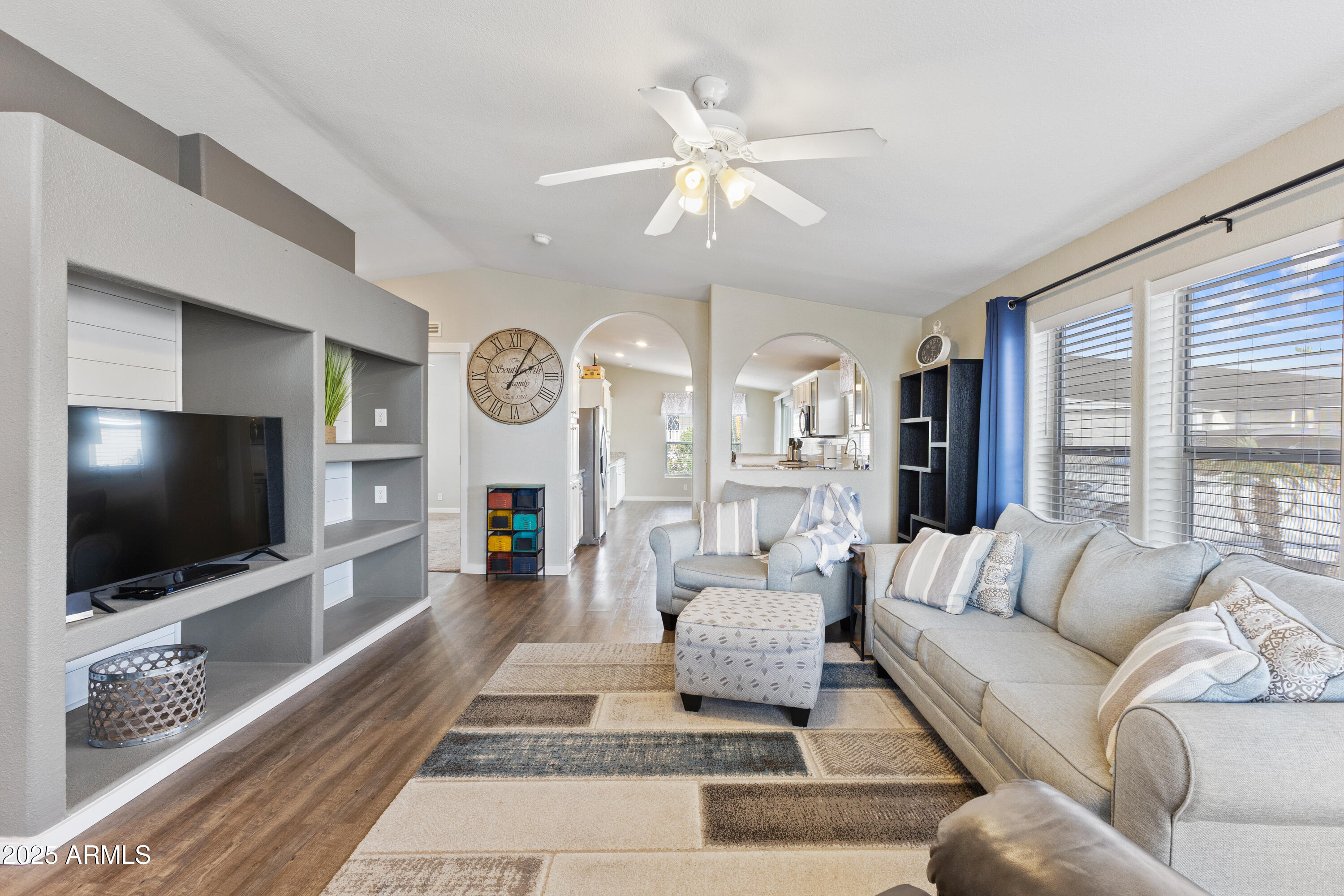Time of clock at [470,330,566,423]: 2:04
